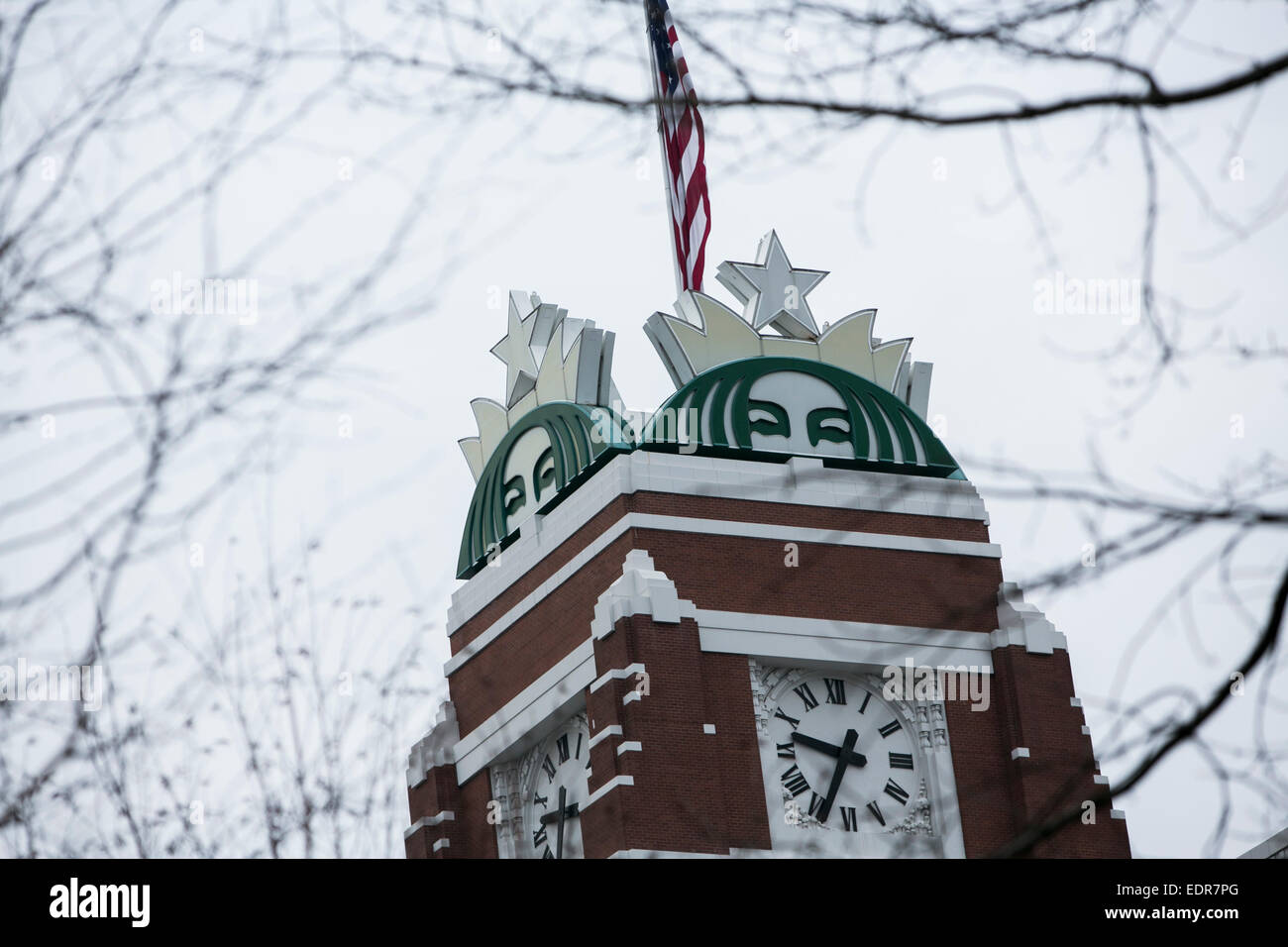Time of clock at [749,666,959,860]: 9:34
